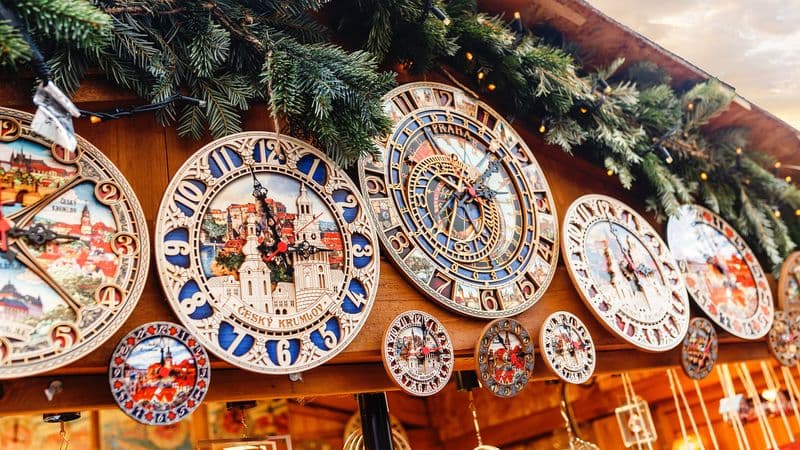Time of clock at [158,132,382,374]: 11:58
